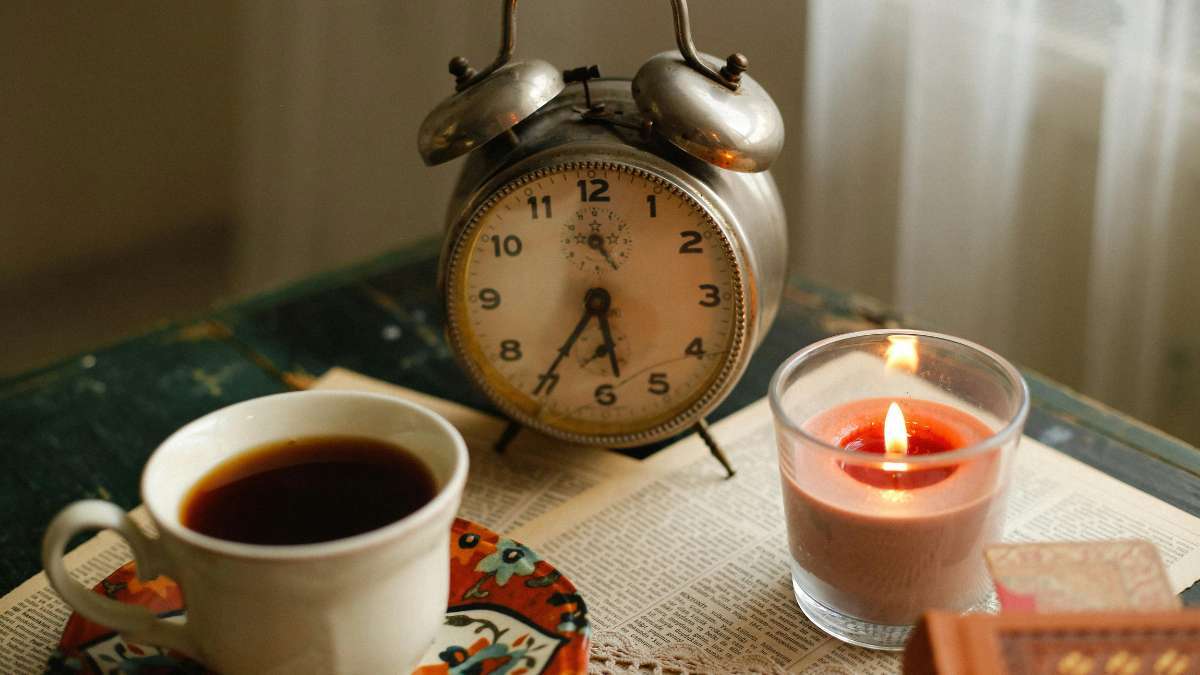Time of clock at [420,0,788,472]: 5:35
